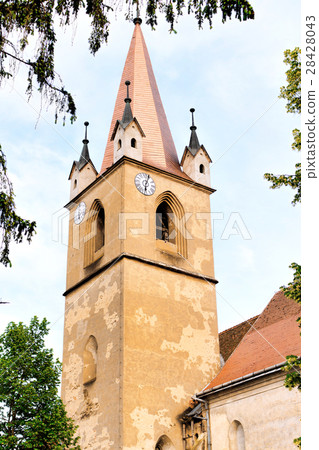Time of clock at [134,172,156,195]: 6:03
